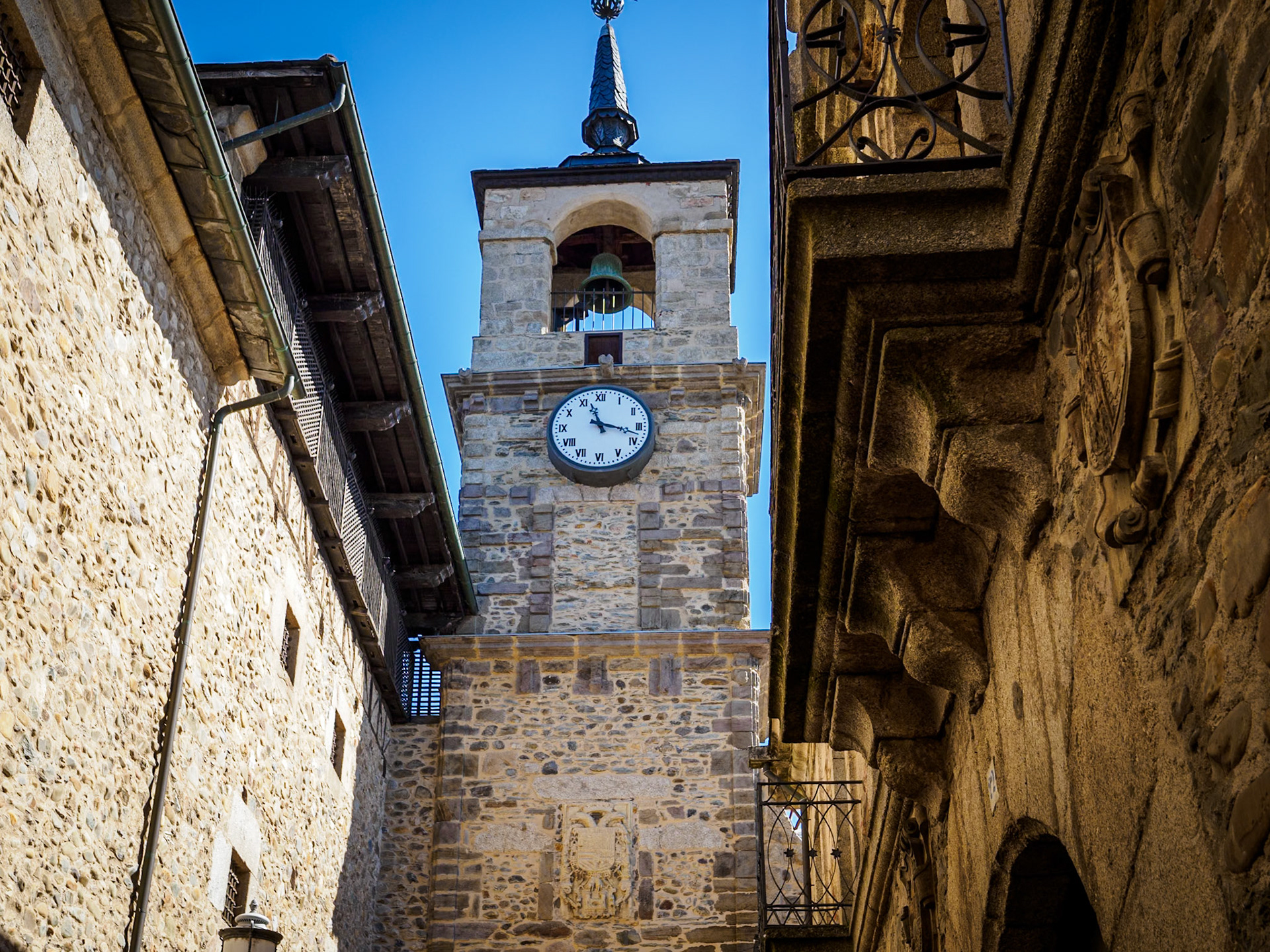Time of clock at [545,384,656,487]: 11:17
